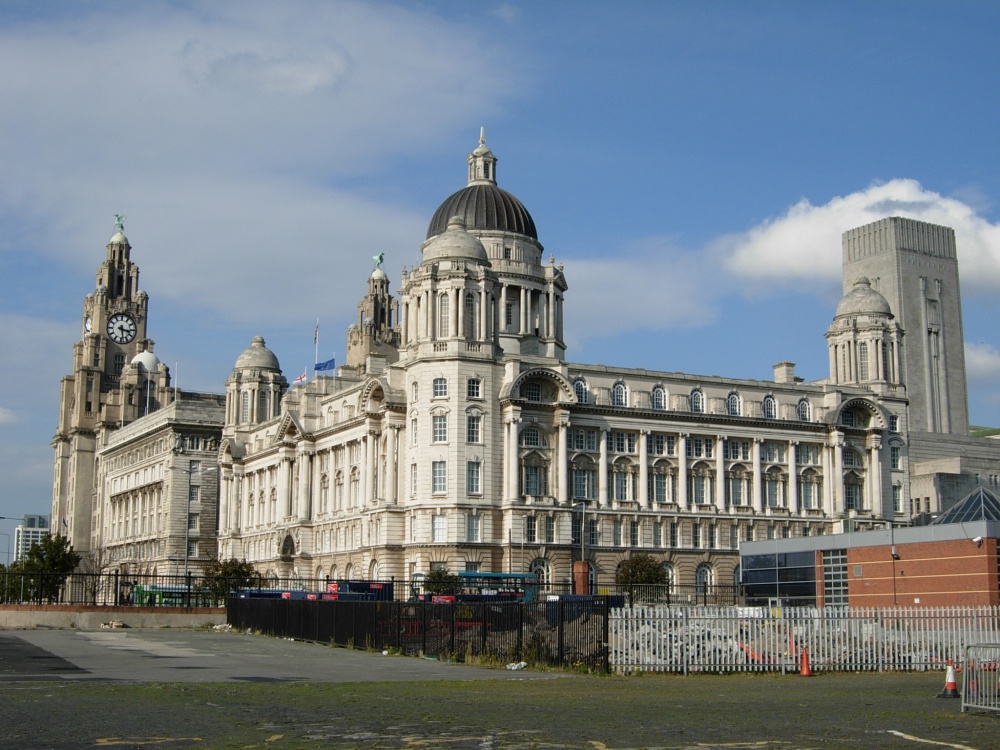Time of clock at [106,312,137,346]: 3:28
